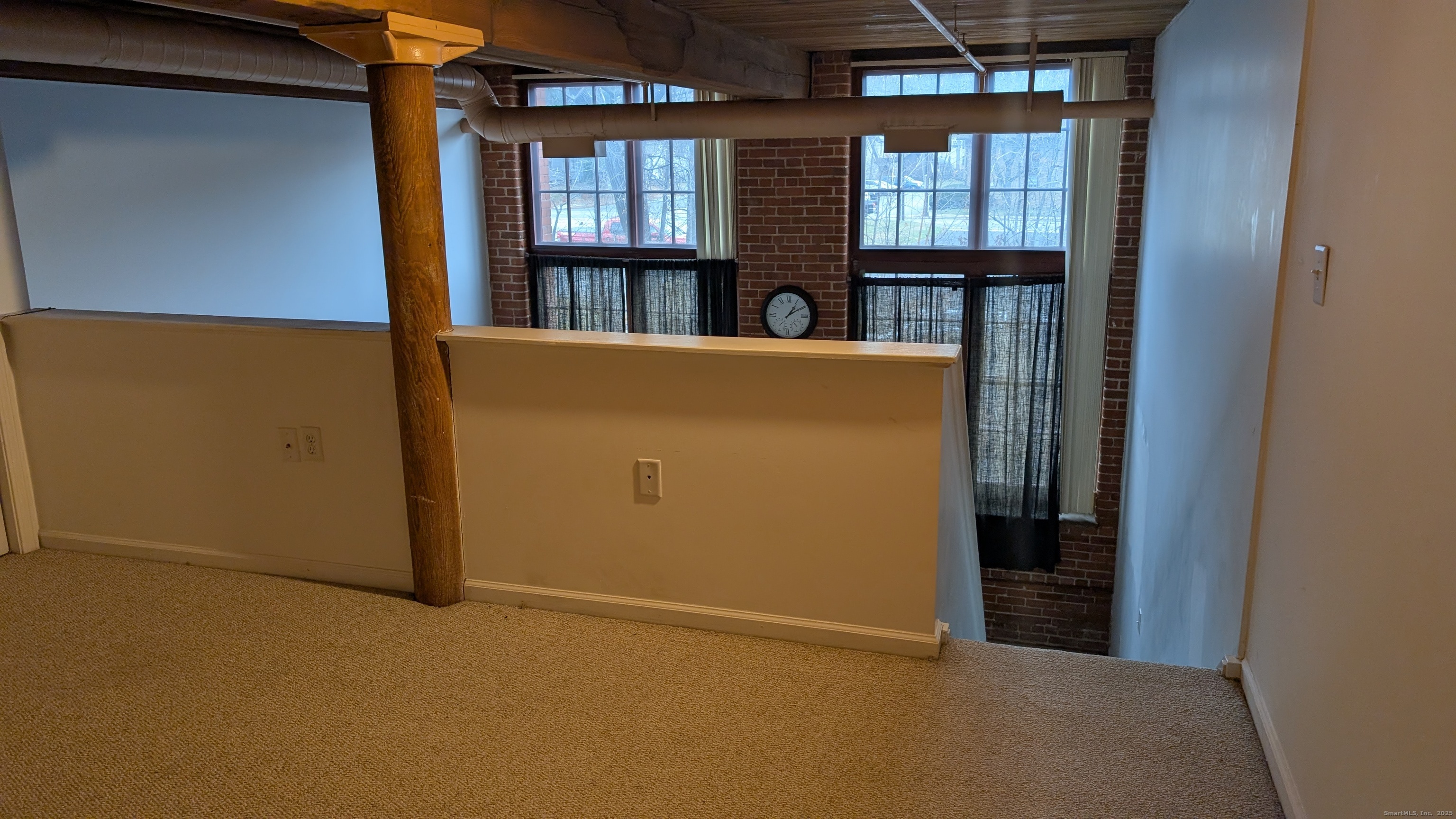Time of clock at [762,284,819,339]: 1:09
